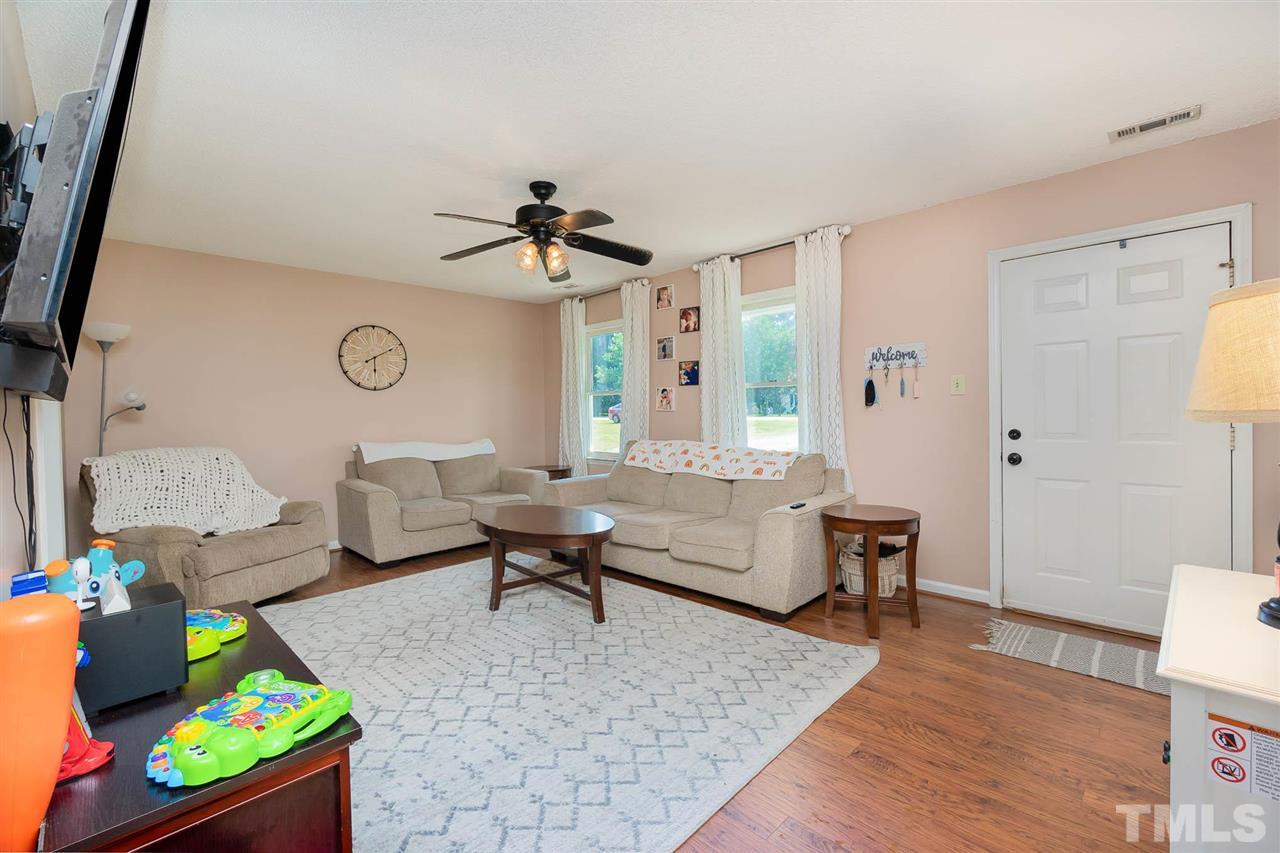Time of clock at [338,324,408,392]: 6:10
